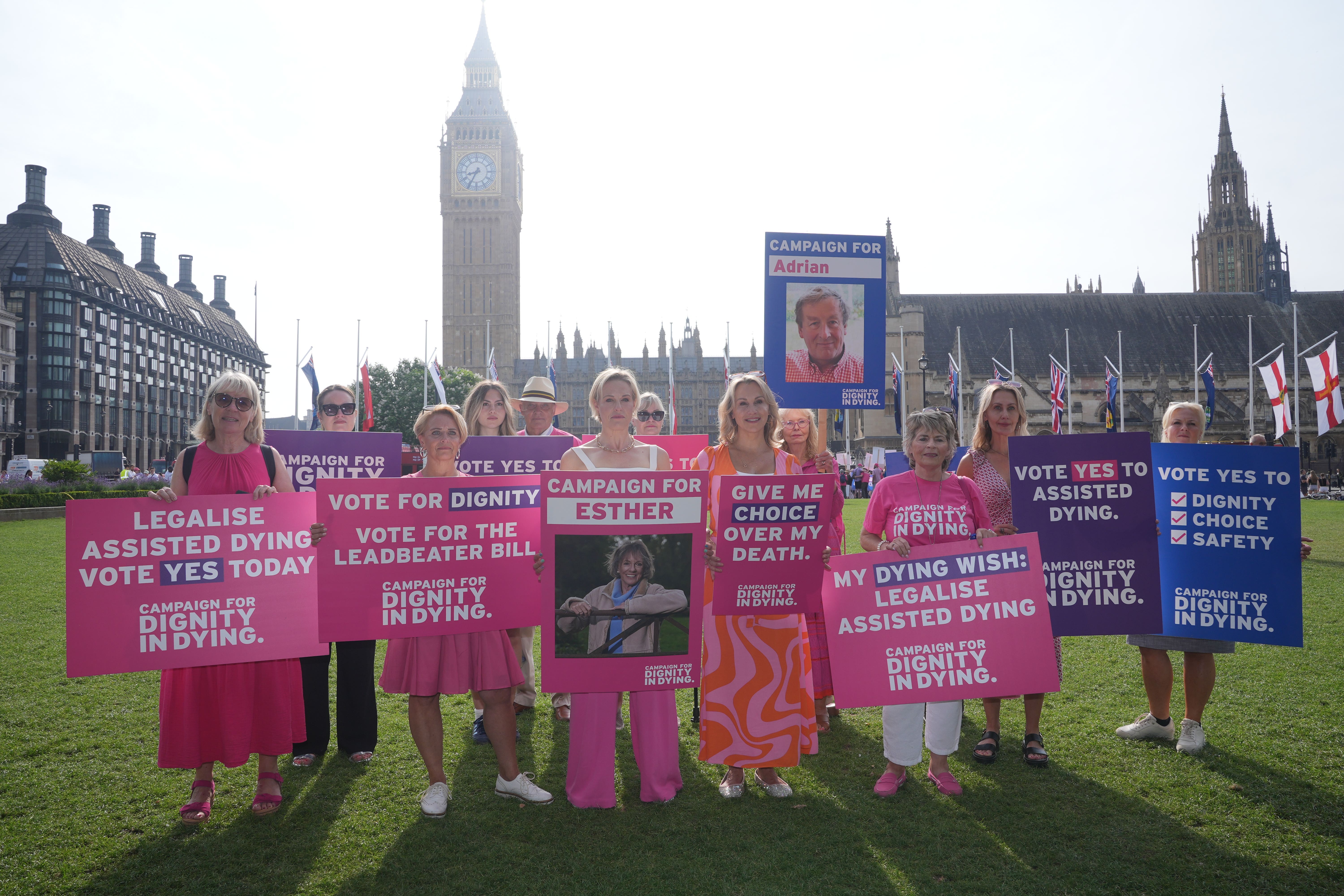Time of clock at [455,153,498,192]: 8:34
